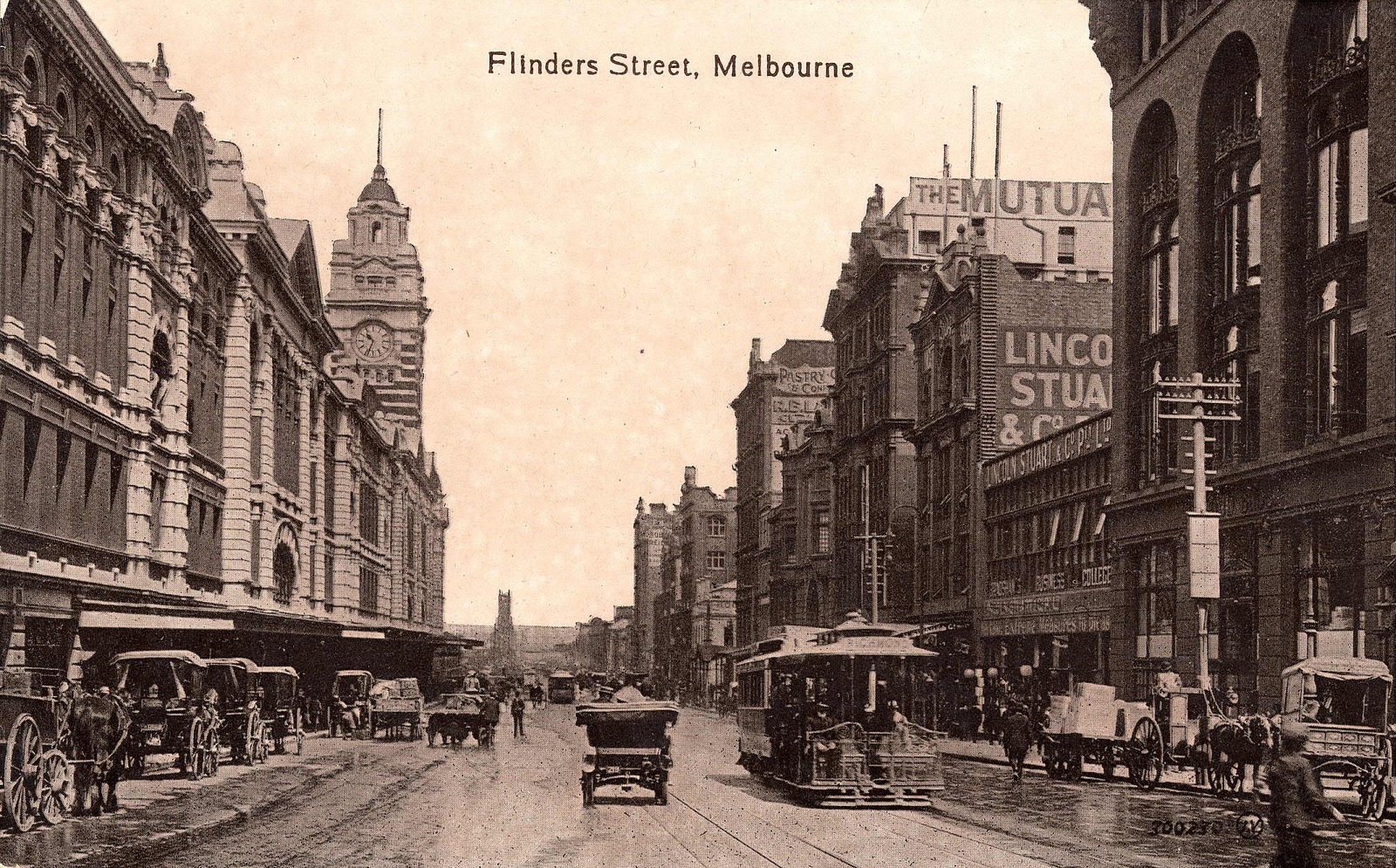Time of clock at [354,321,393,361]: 10:33
